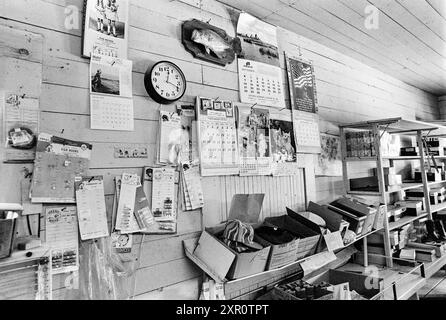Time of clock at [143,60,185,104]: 12:18
